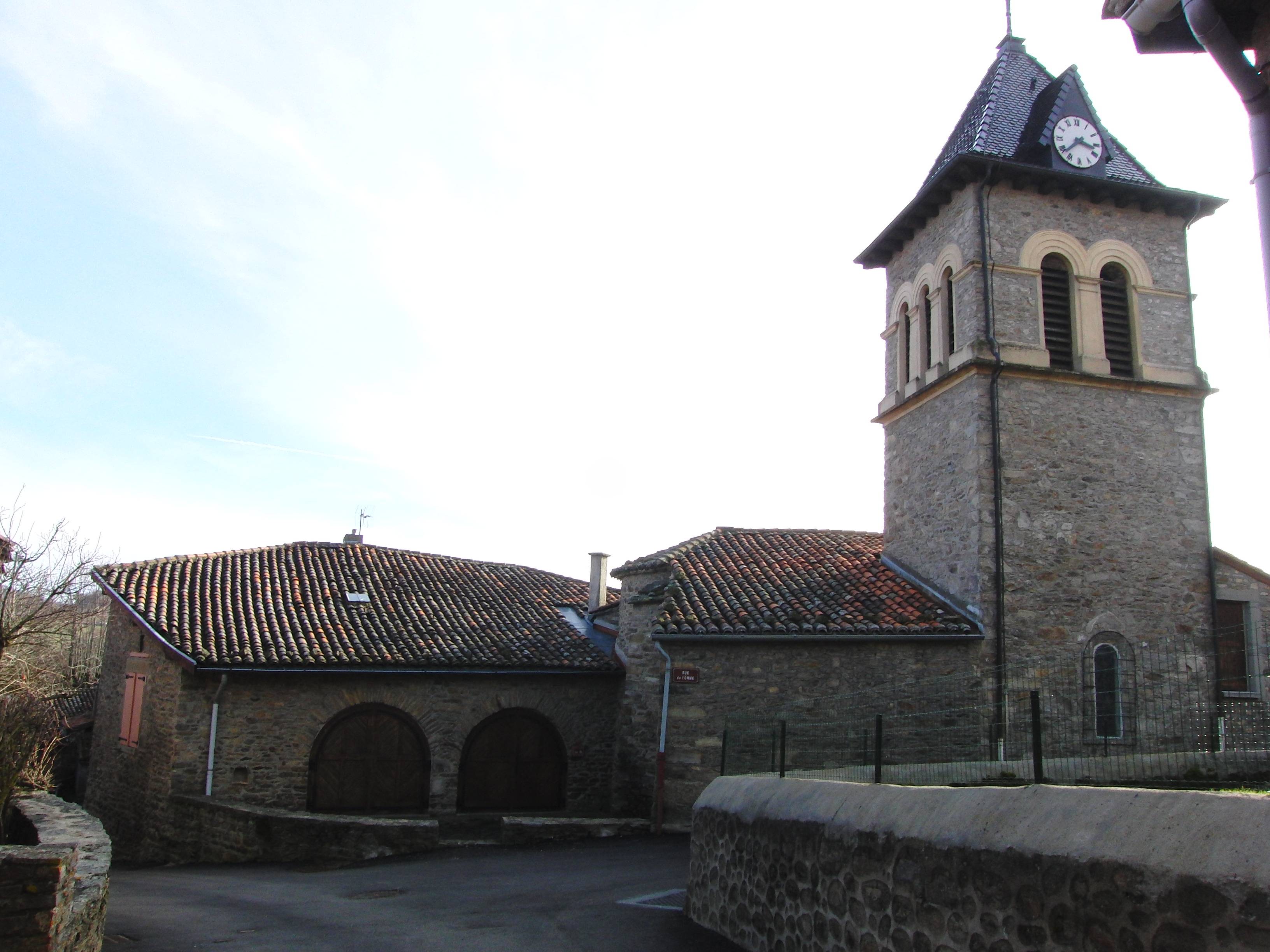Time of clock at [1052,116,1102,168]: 3:37
